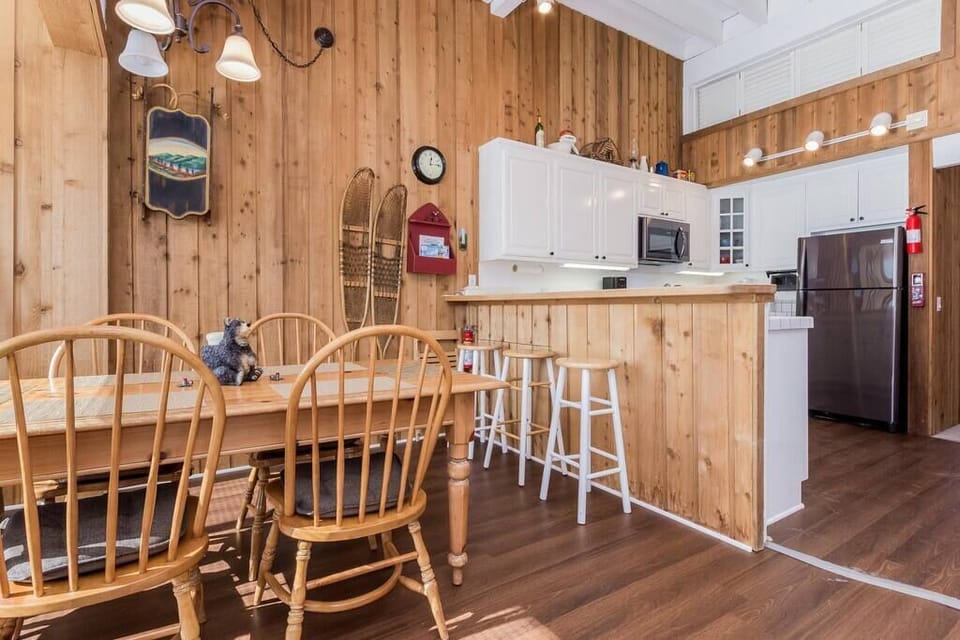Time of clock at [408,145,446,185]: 12:14
